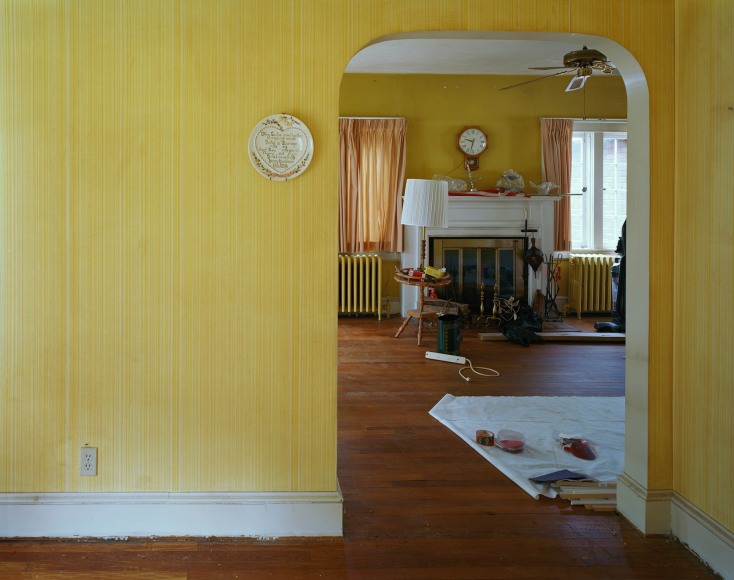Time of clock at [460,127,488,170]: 9:32
